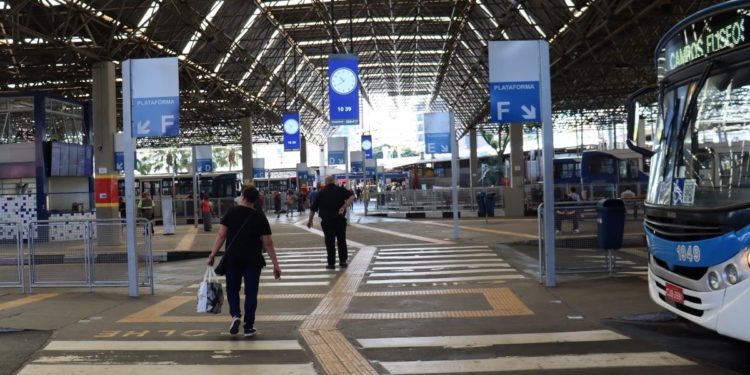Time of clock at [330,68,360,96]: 10:39
